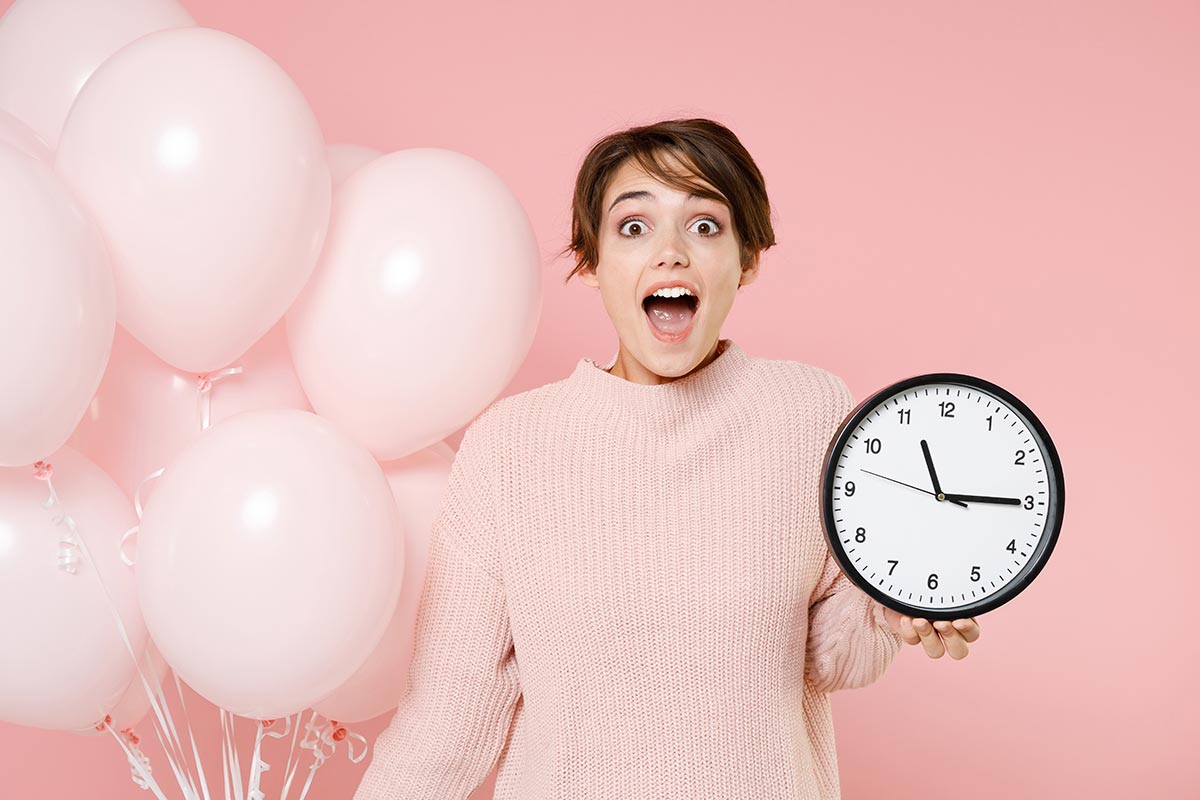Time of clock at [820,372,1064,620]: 11:14
